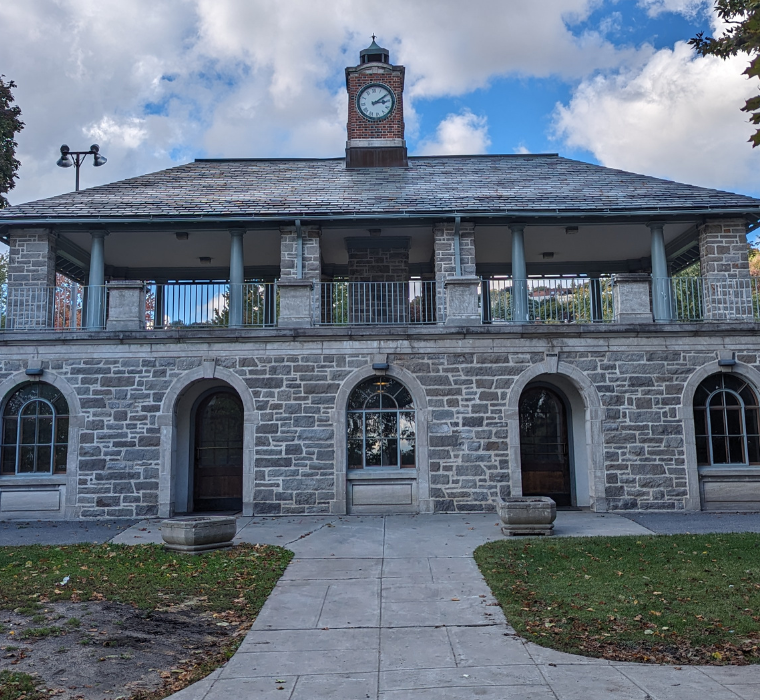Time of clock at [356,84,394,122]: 3:10
